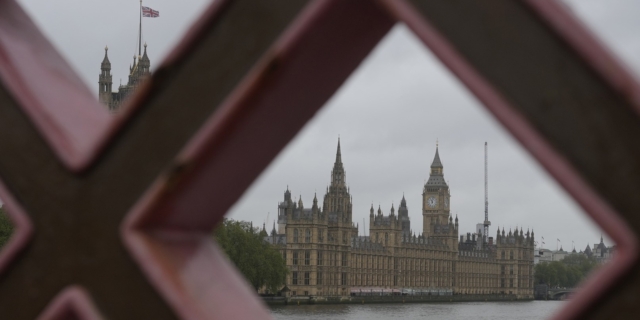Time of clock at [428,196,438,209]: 11:02
